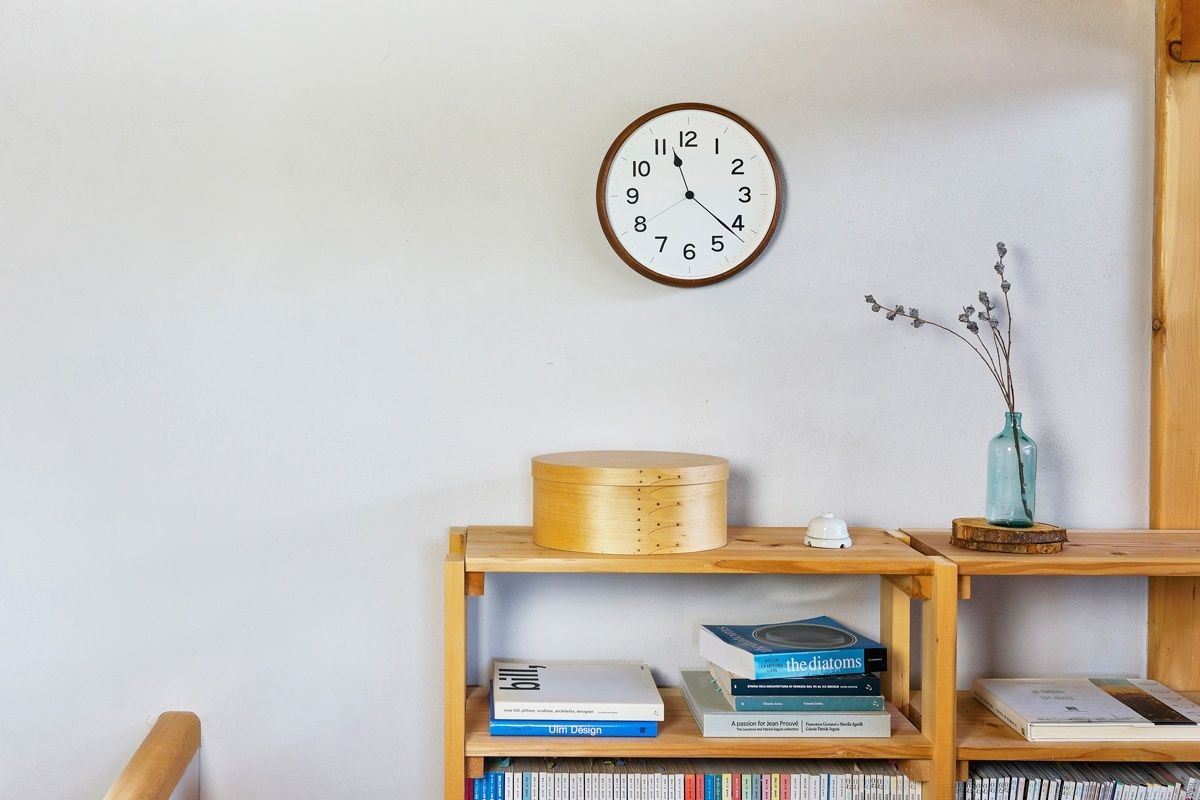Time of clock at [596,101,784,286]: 11:21
